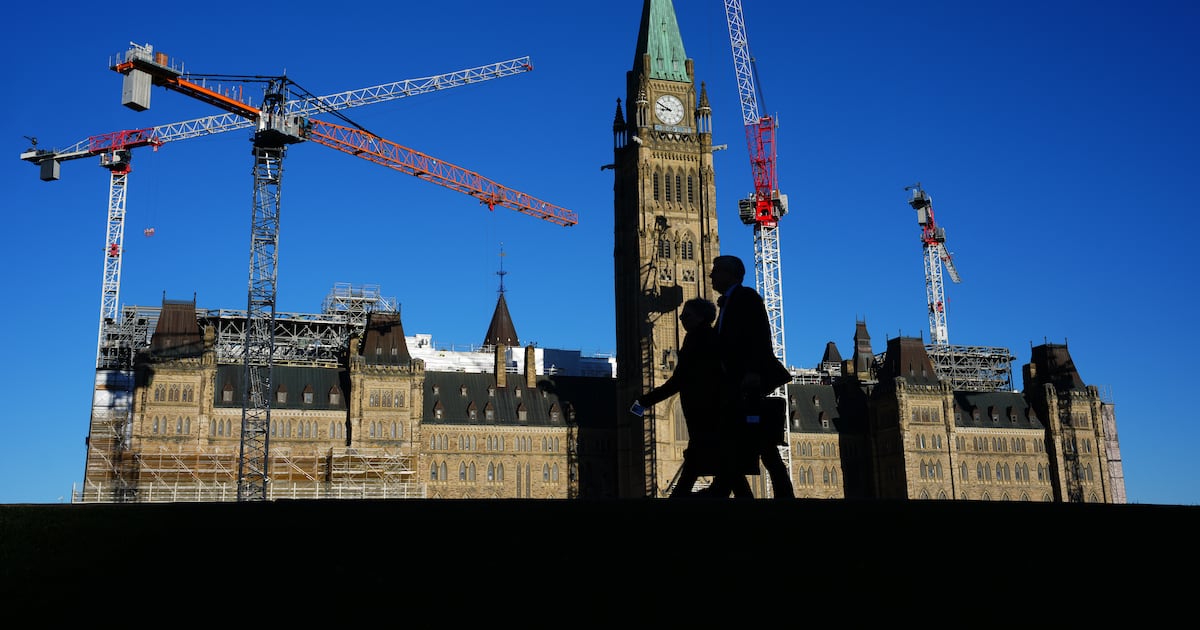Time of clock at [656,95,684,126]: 8:49
